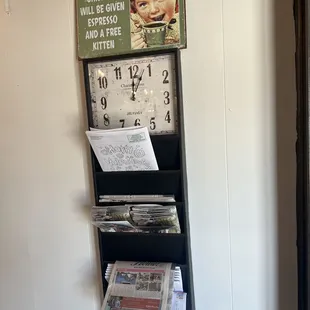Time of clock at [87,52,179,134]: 12:03
